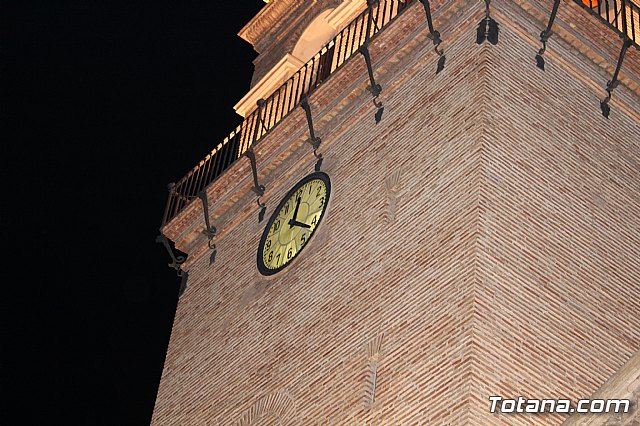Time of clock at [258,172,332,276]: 12:21
